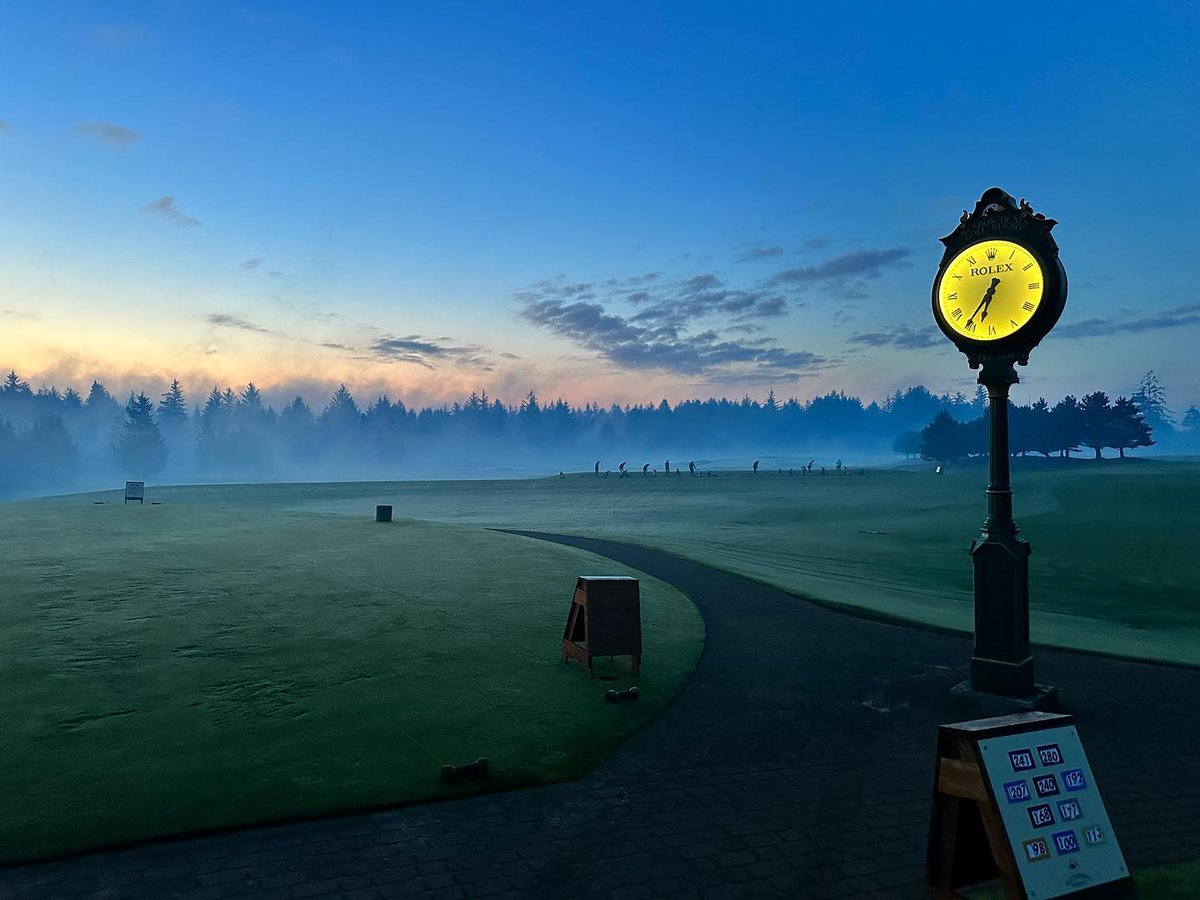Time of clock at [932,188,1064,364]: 6:35
